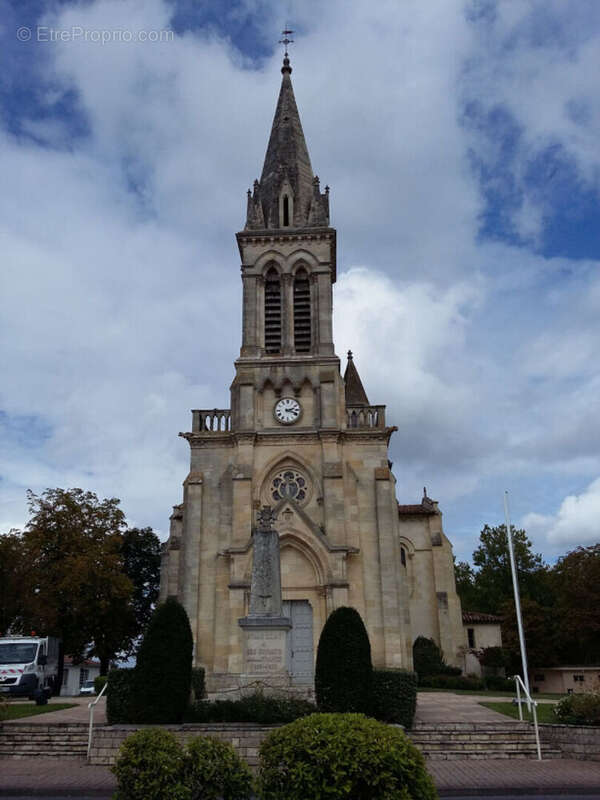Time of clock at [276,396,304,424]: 2:18
